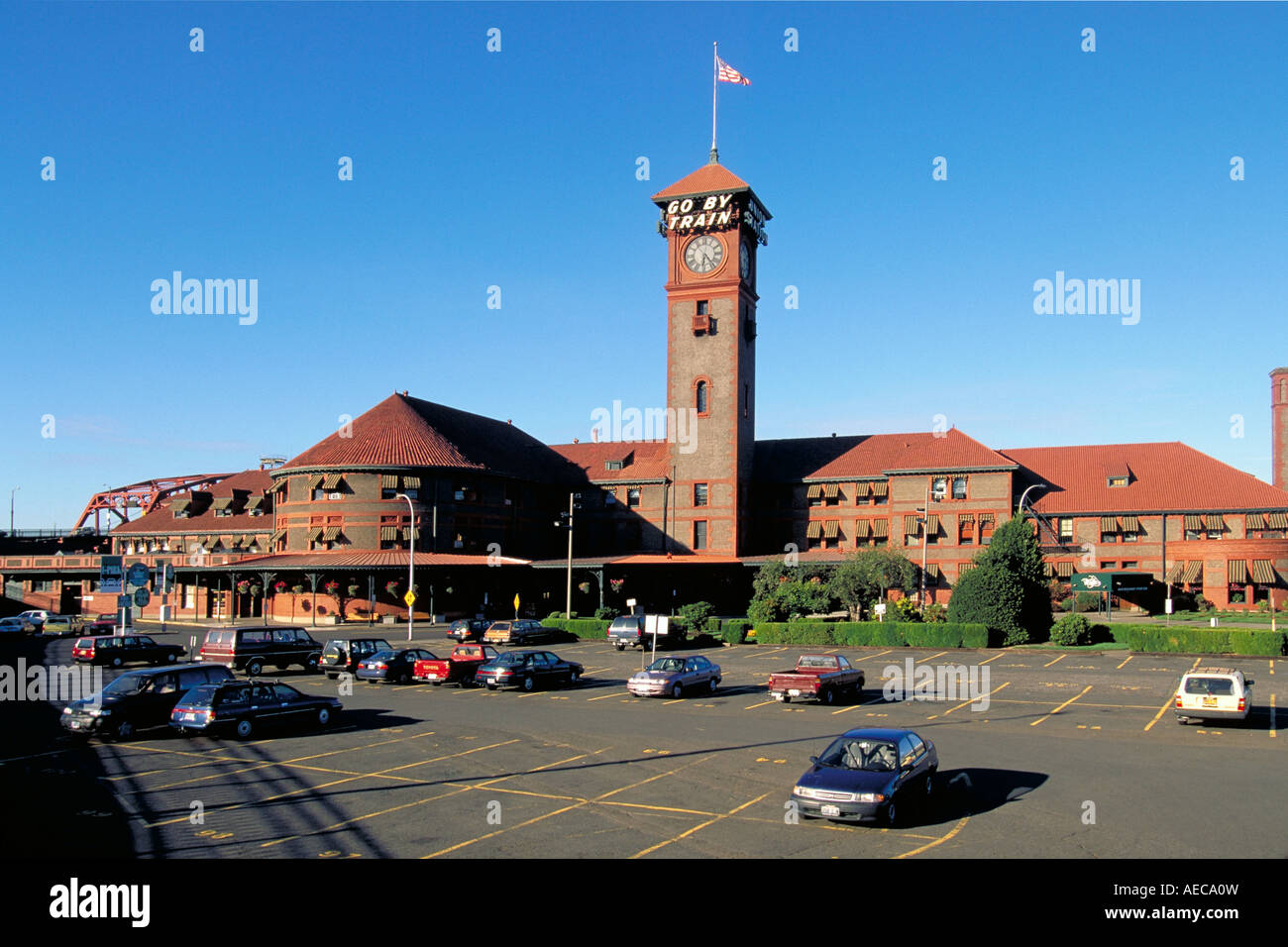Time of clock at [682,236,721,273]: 6:23
